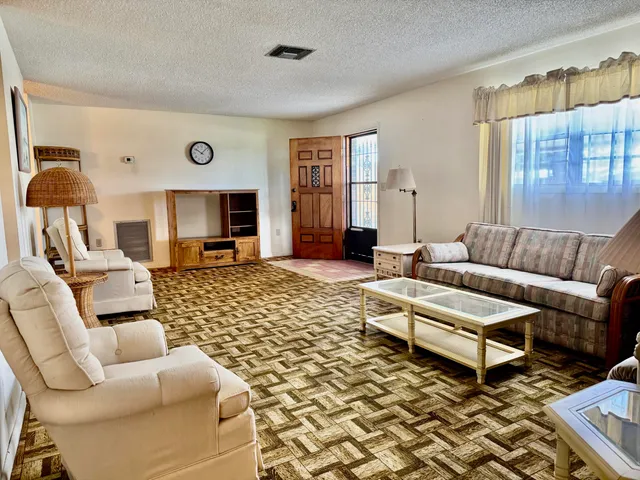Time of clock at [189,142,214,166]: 10:07
